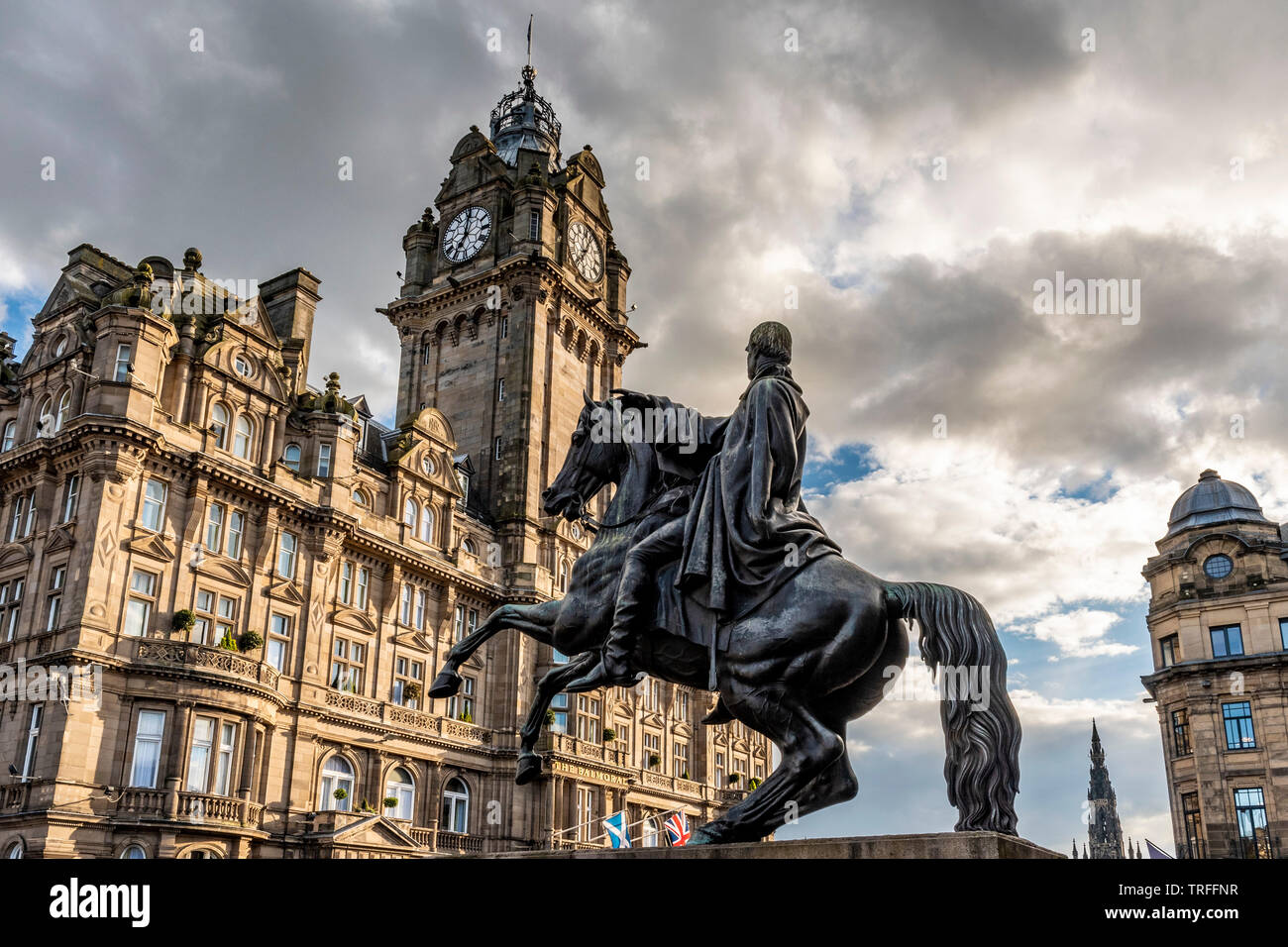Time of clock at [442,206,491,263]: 7:01
